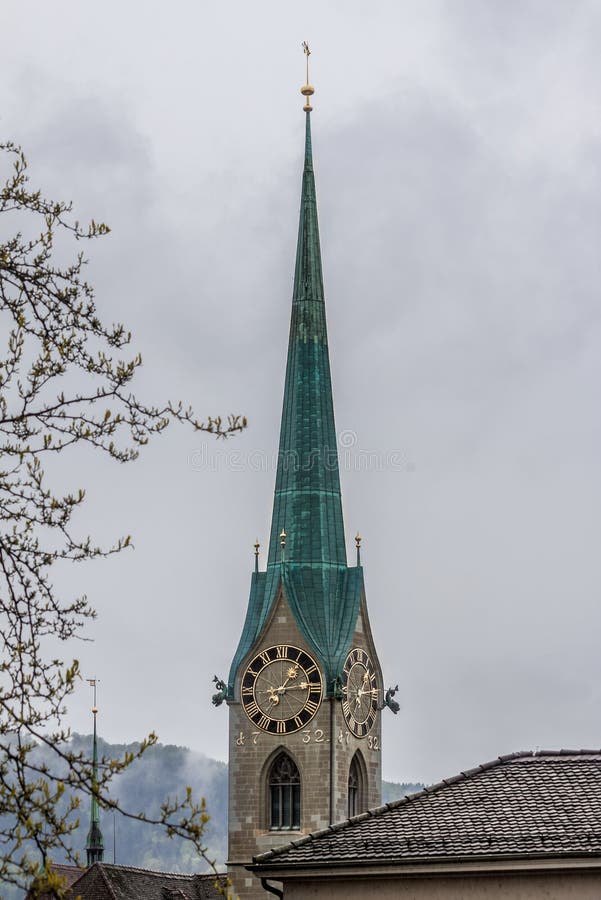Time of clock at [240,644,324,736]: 1:13
